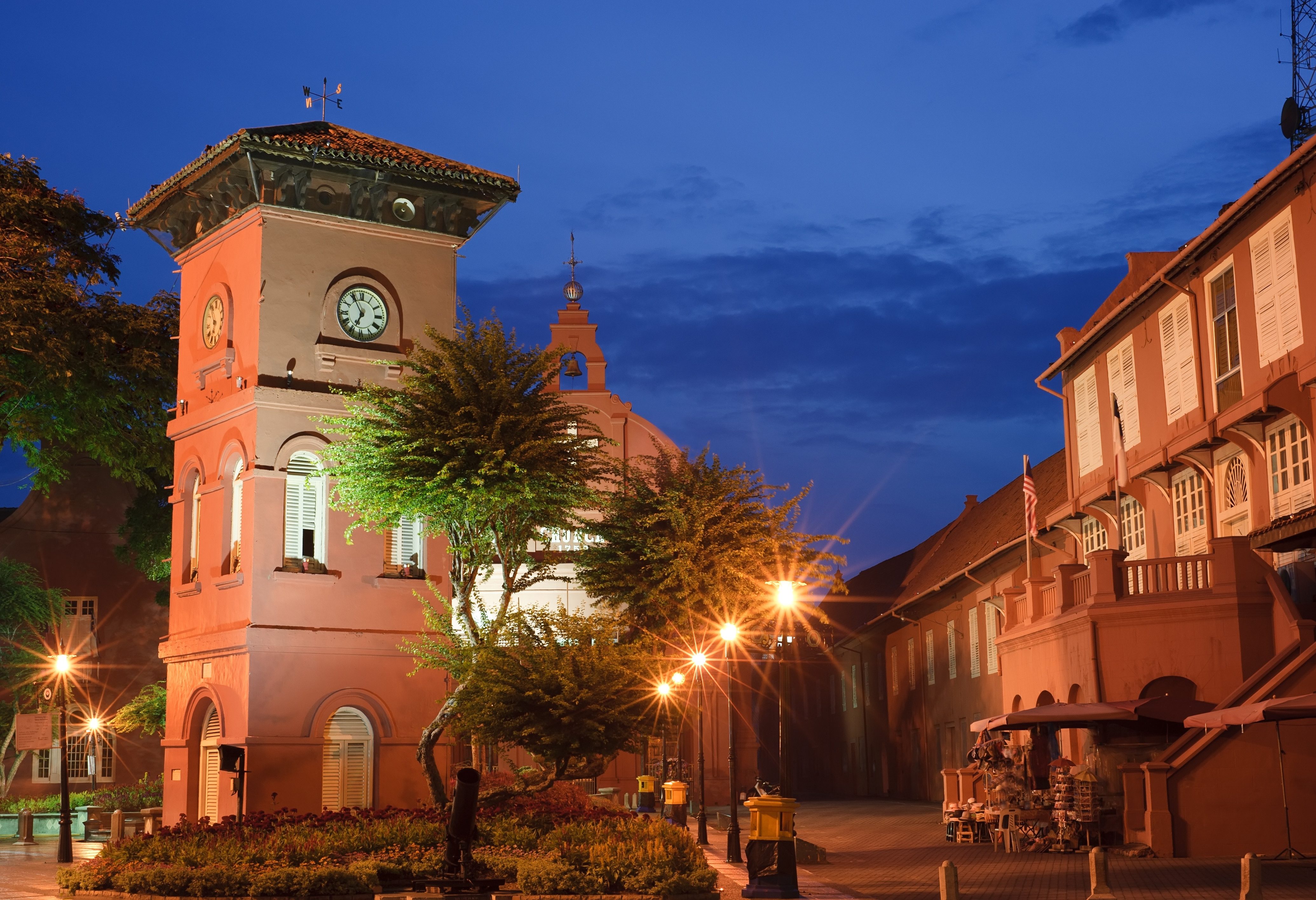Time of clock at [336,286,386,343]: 6:55
